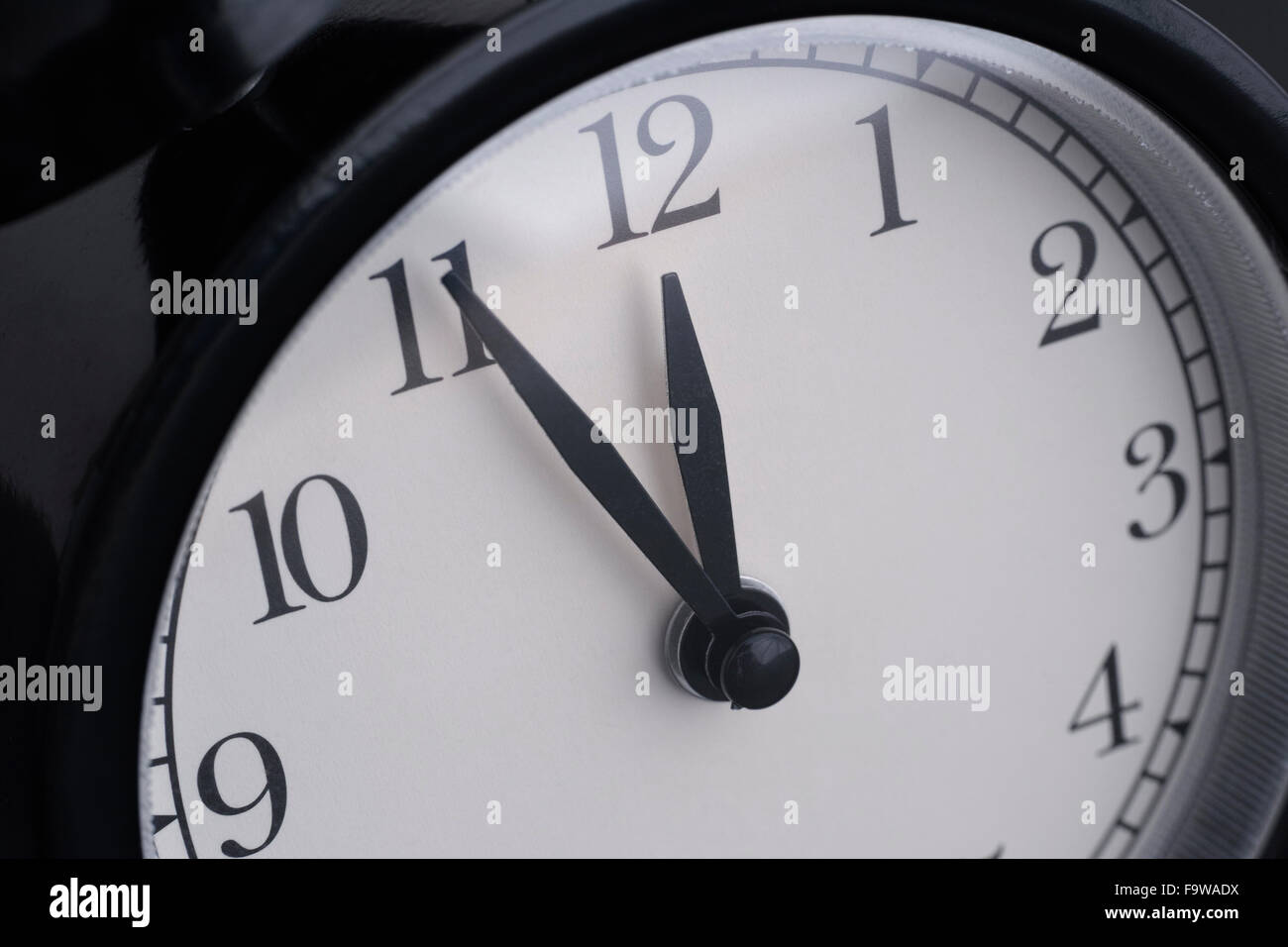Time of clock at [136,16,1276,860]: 11:55
